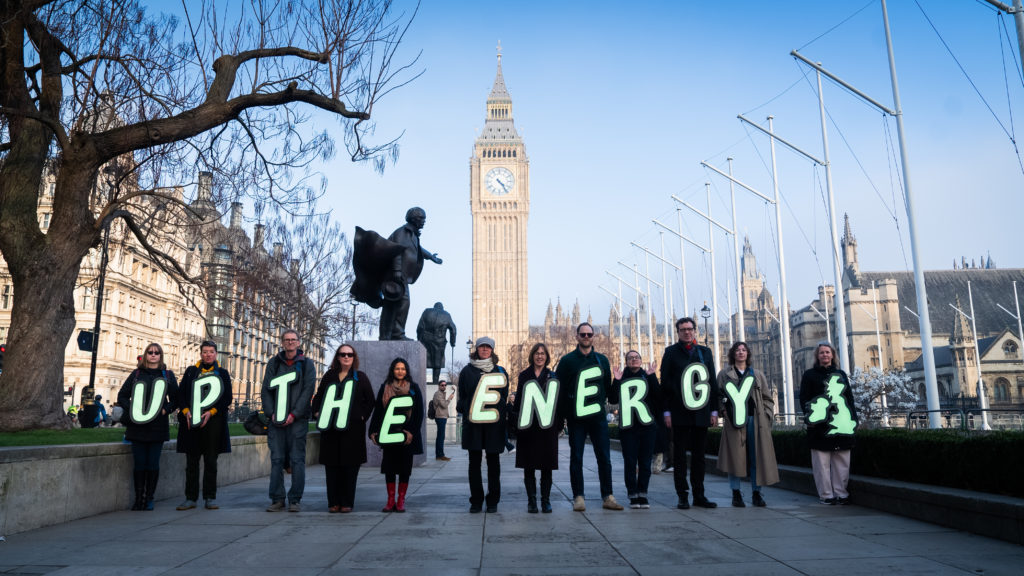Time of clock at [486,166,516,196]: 4:23
